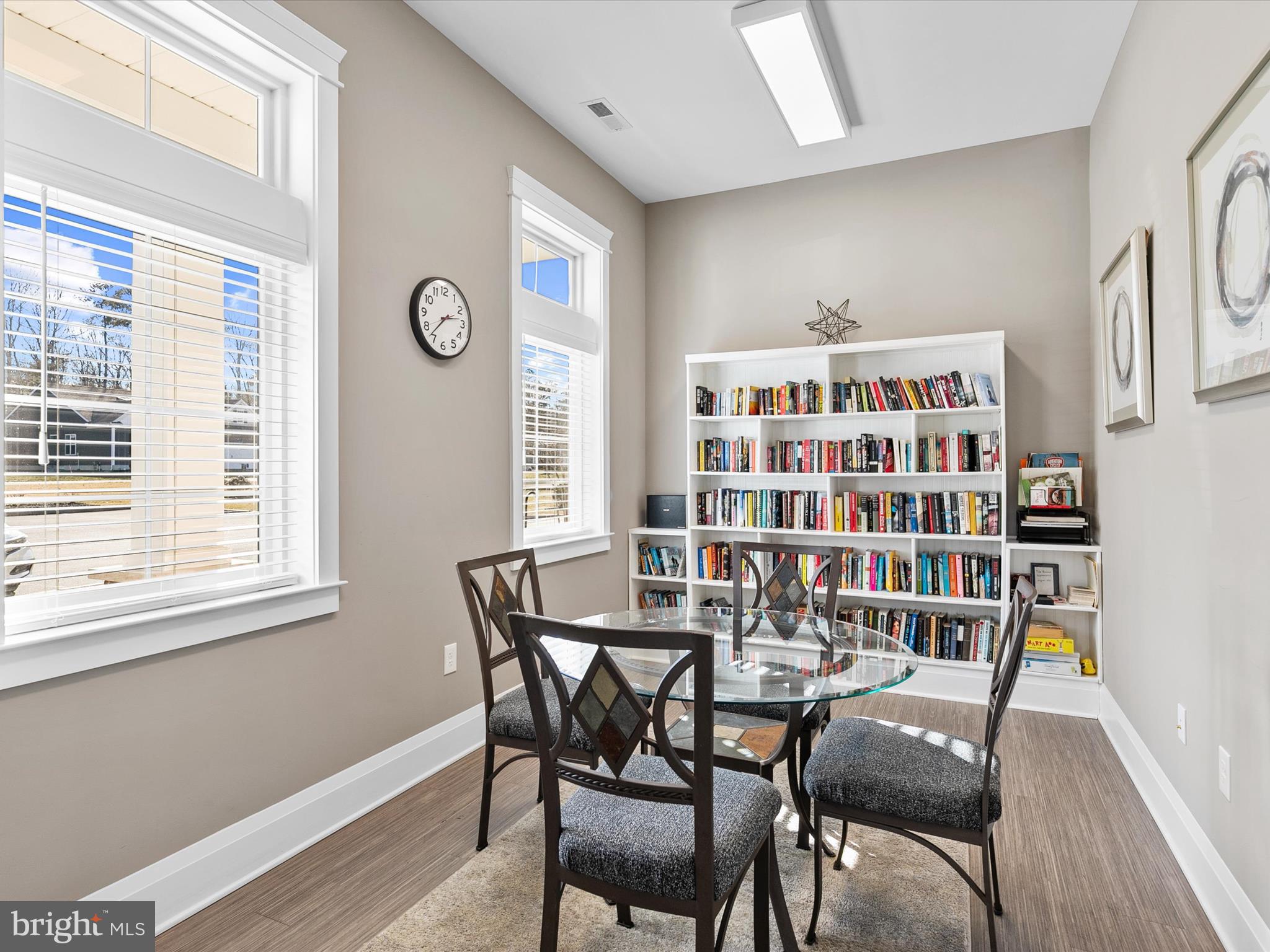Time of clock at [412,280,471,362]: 2:37
